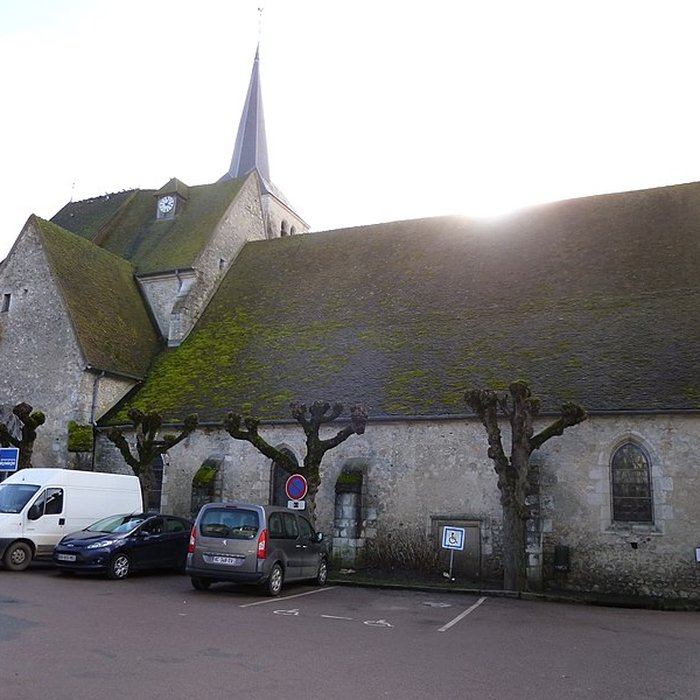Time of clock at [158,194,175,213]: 1:18
